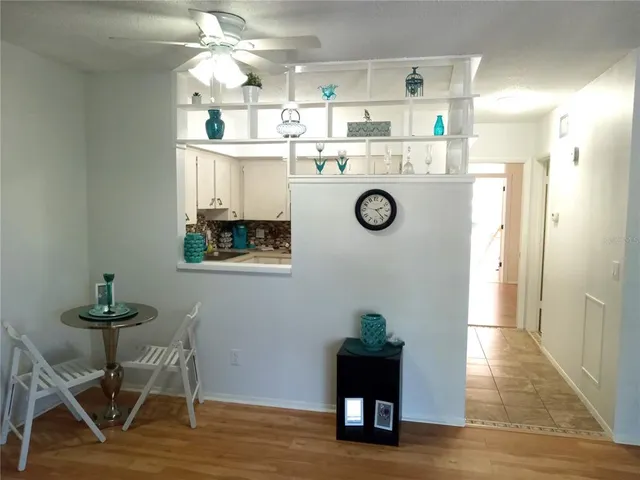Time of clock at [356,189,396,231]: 2:23
